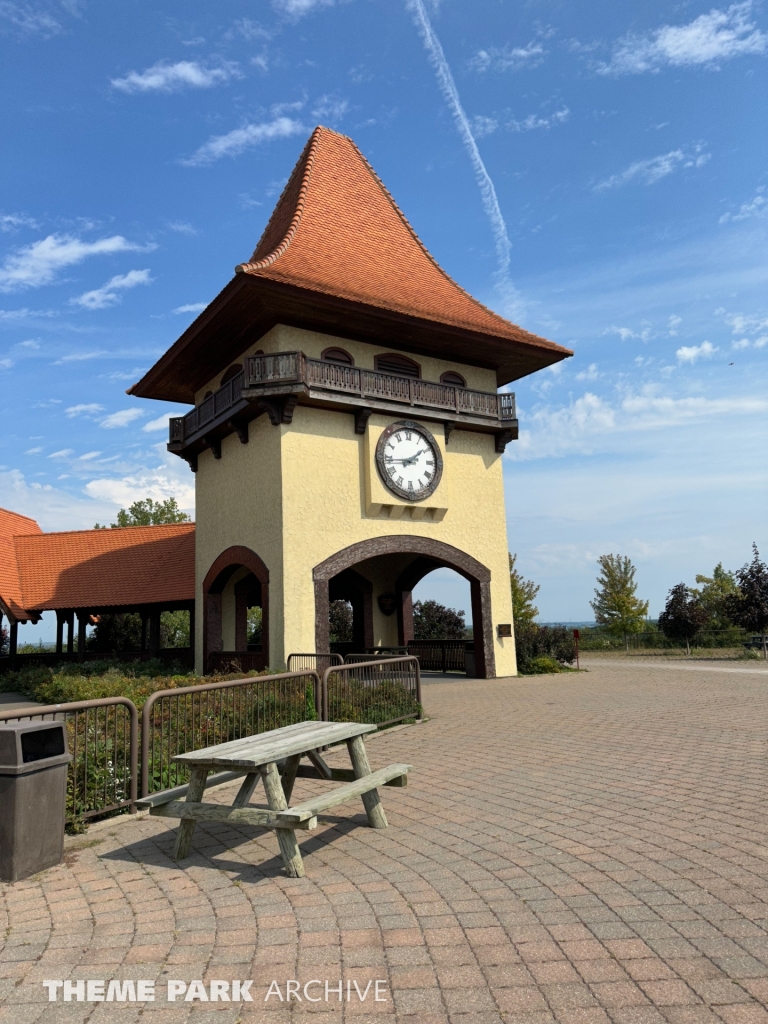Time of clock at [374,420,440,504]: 1:43
